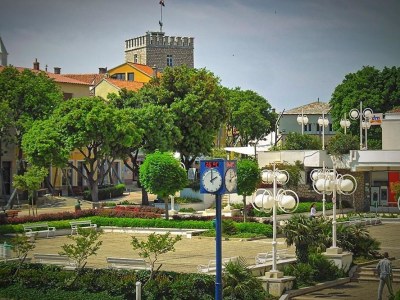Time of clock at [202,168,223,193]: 2:00
